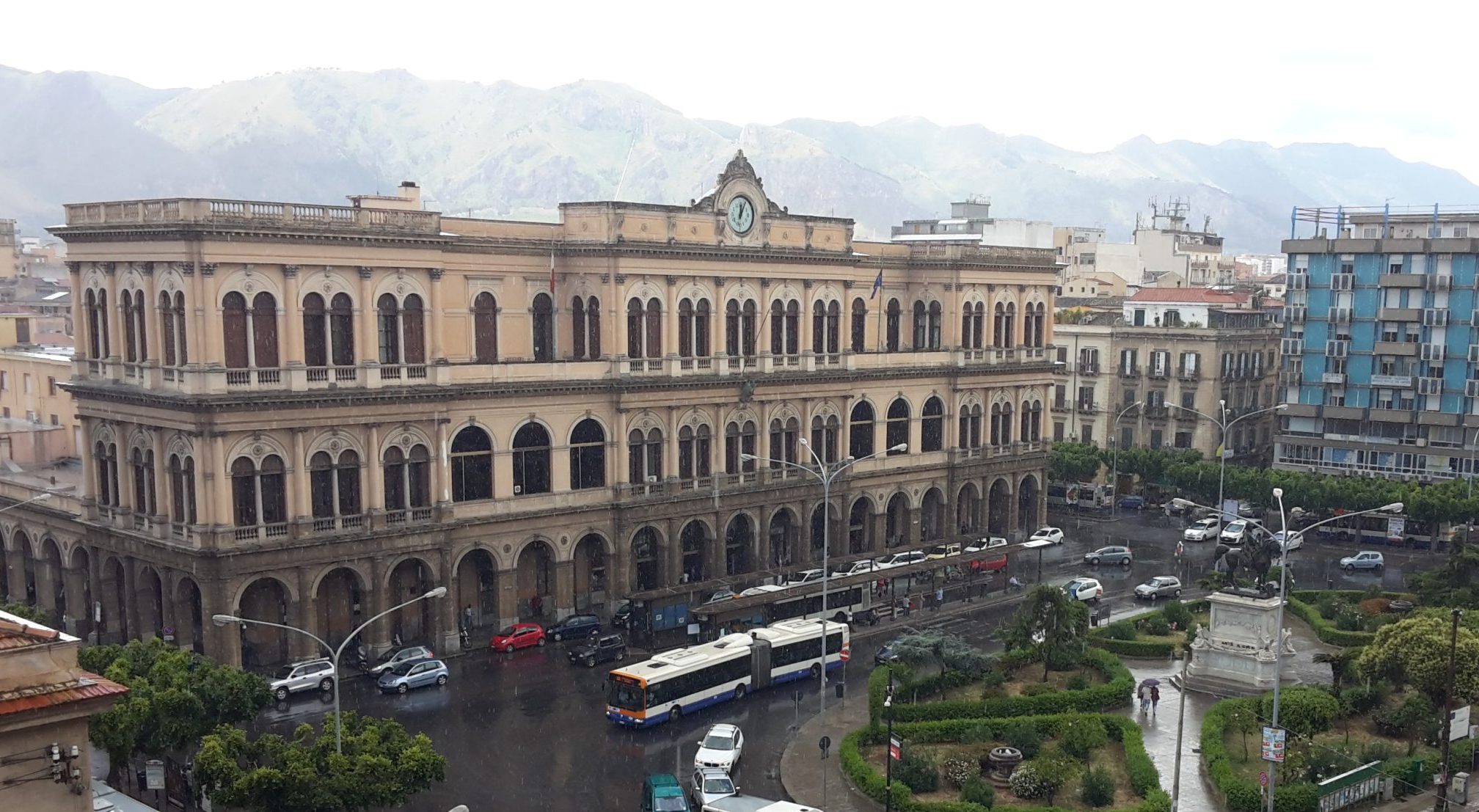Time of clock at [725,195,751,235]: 12:05
